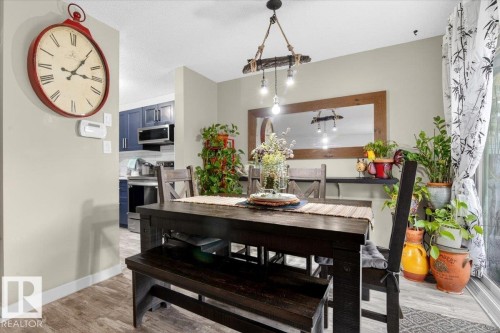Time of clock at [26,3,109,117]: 3:05
